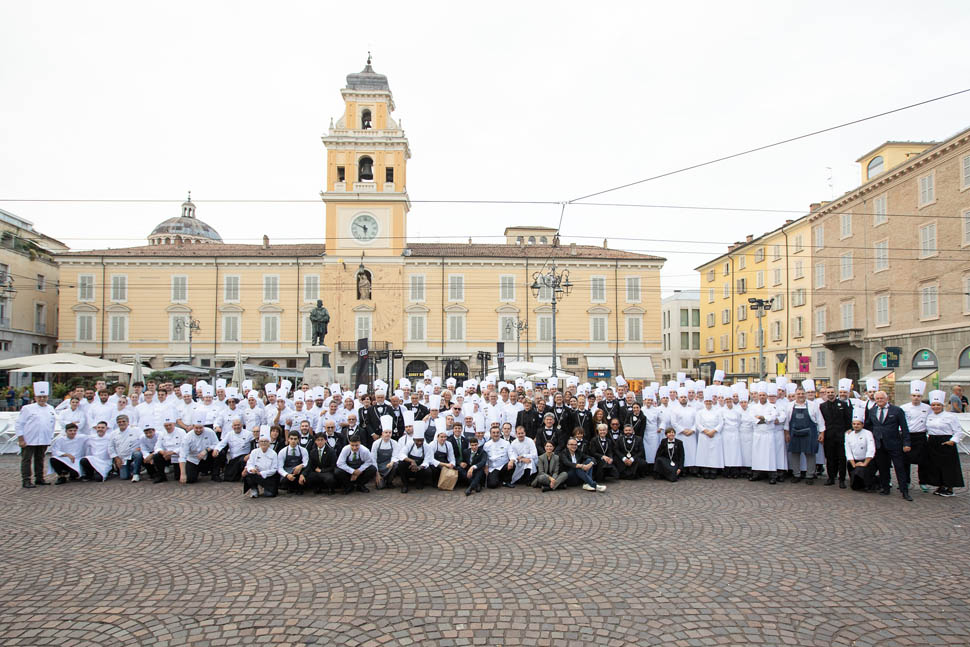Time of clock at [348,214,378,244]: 5:49
